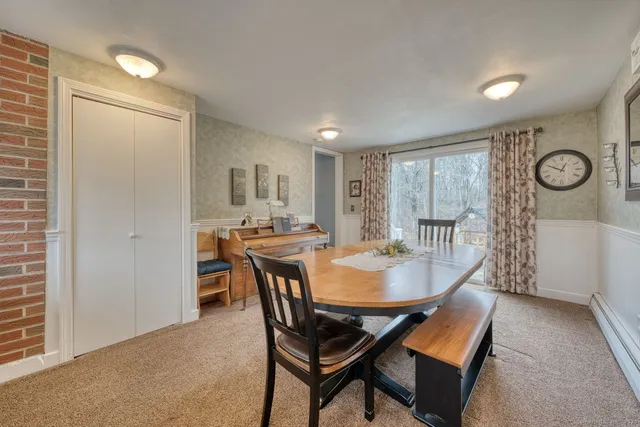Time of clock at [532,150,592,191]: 12:49
